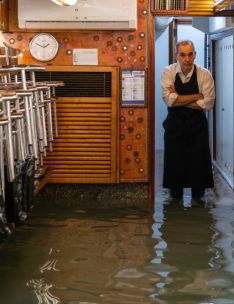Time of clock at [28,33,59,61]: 1:49
